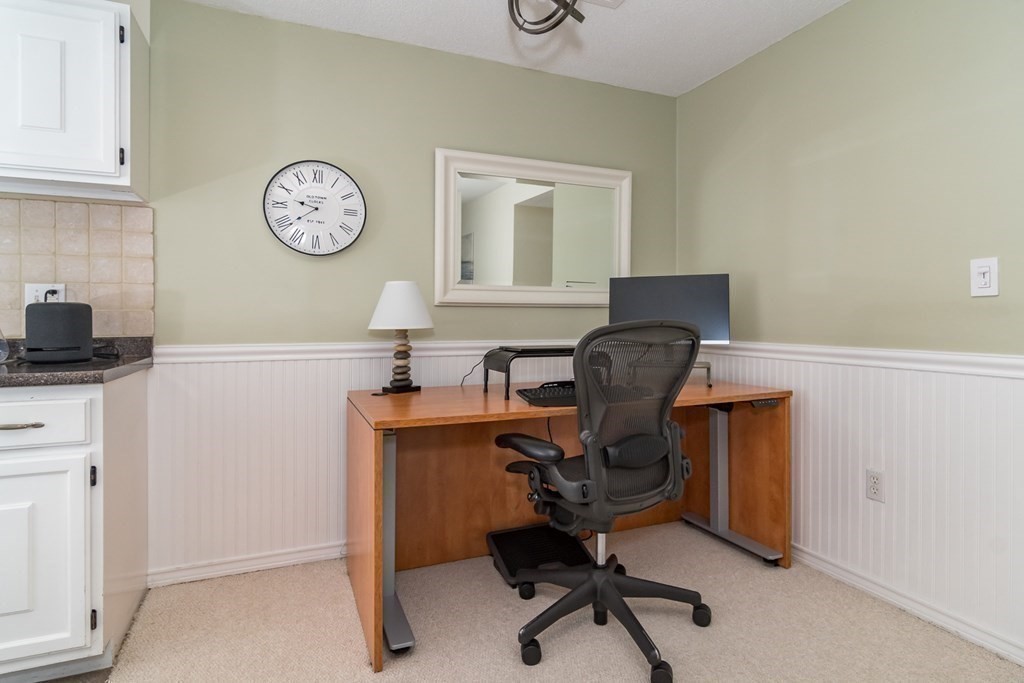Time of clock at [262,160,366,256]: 9:38
